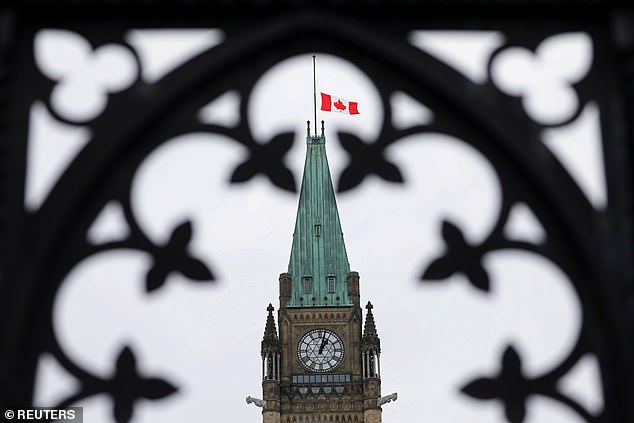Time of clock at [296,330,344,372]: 1:02
